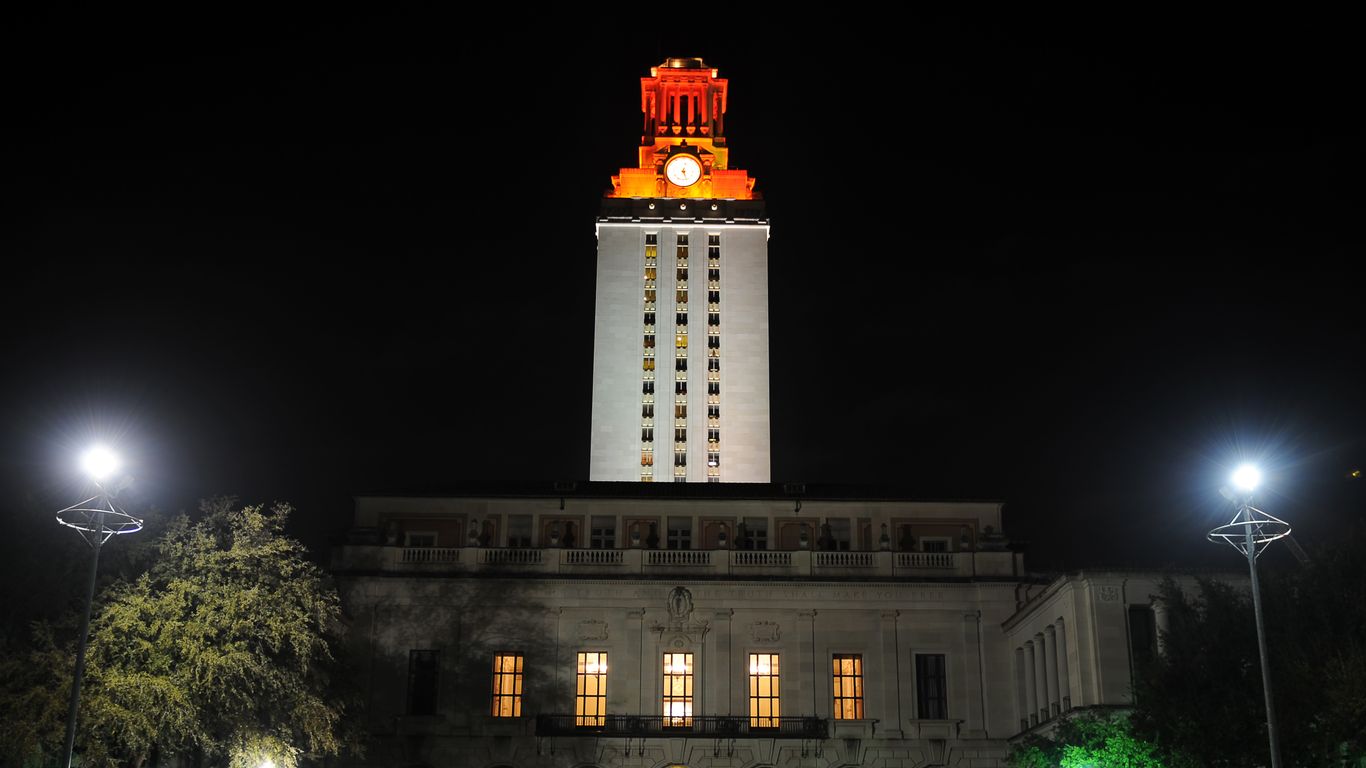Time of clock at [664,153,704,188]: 12:27
